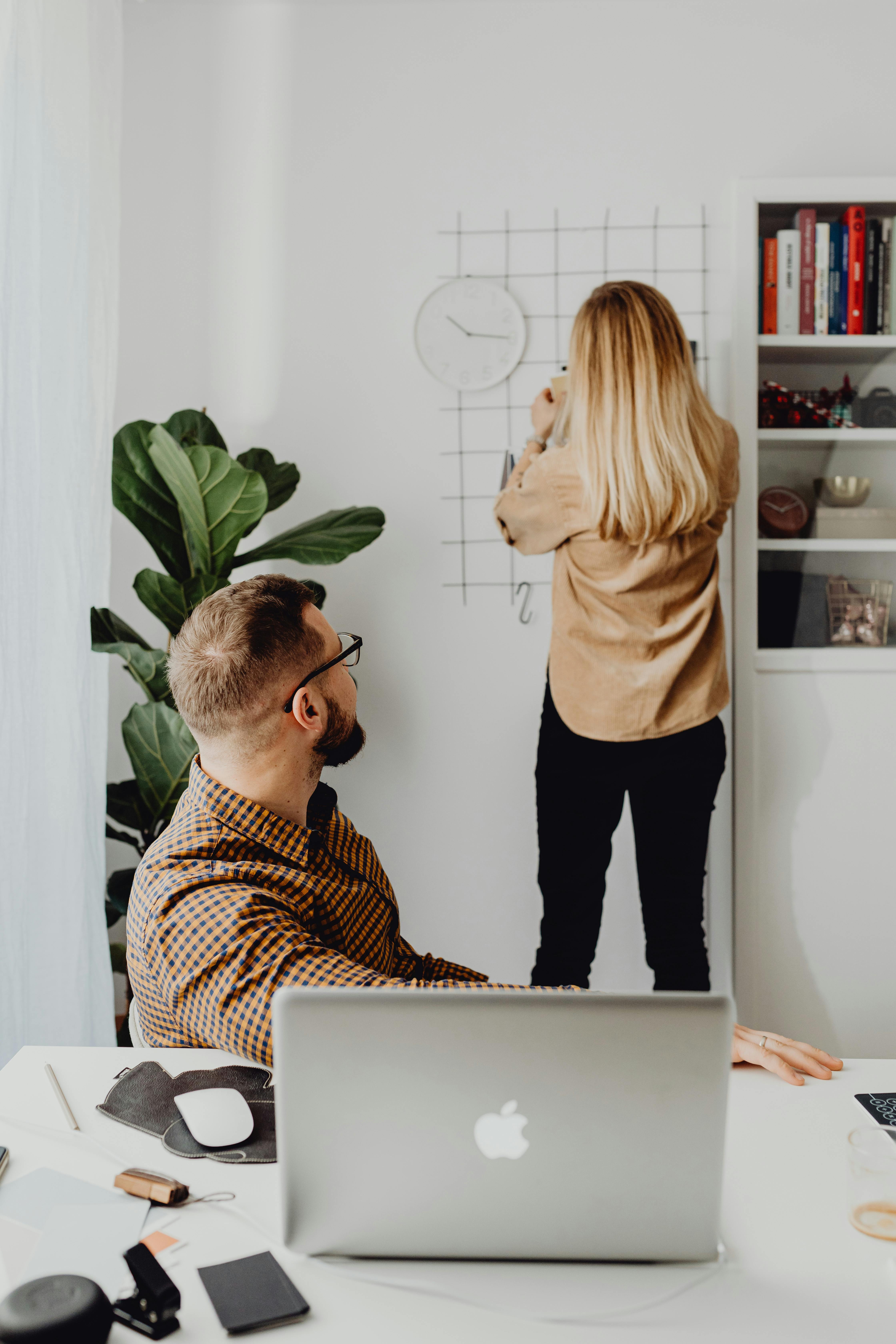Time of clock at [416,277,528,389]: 10:14
